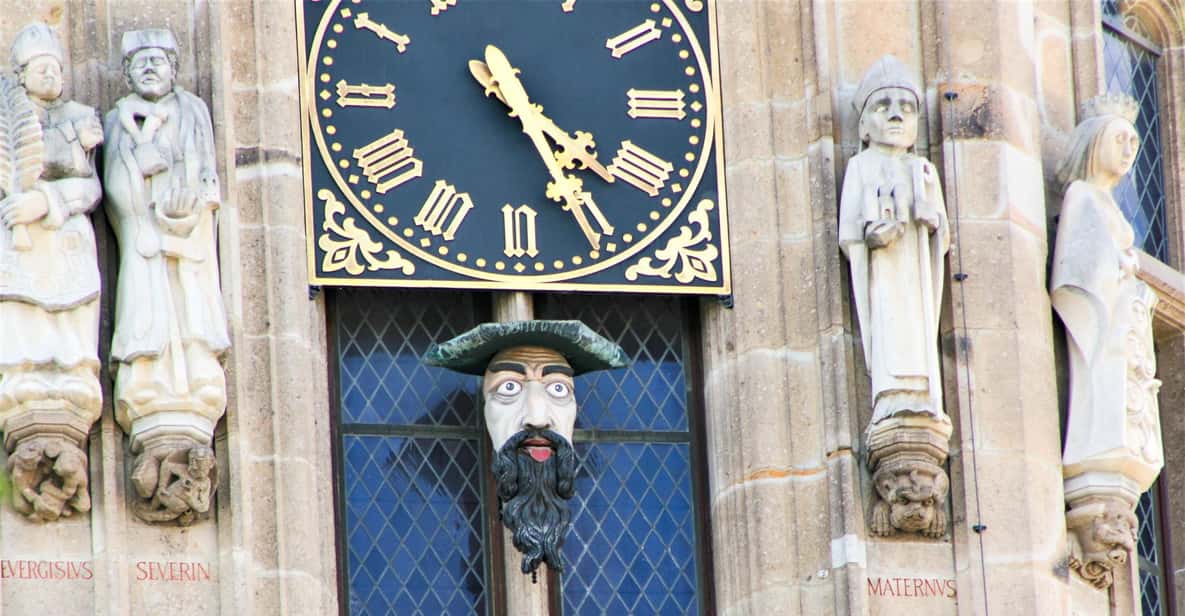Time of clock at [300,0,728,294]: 4:25
